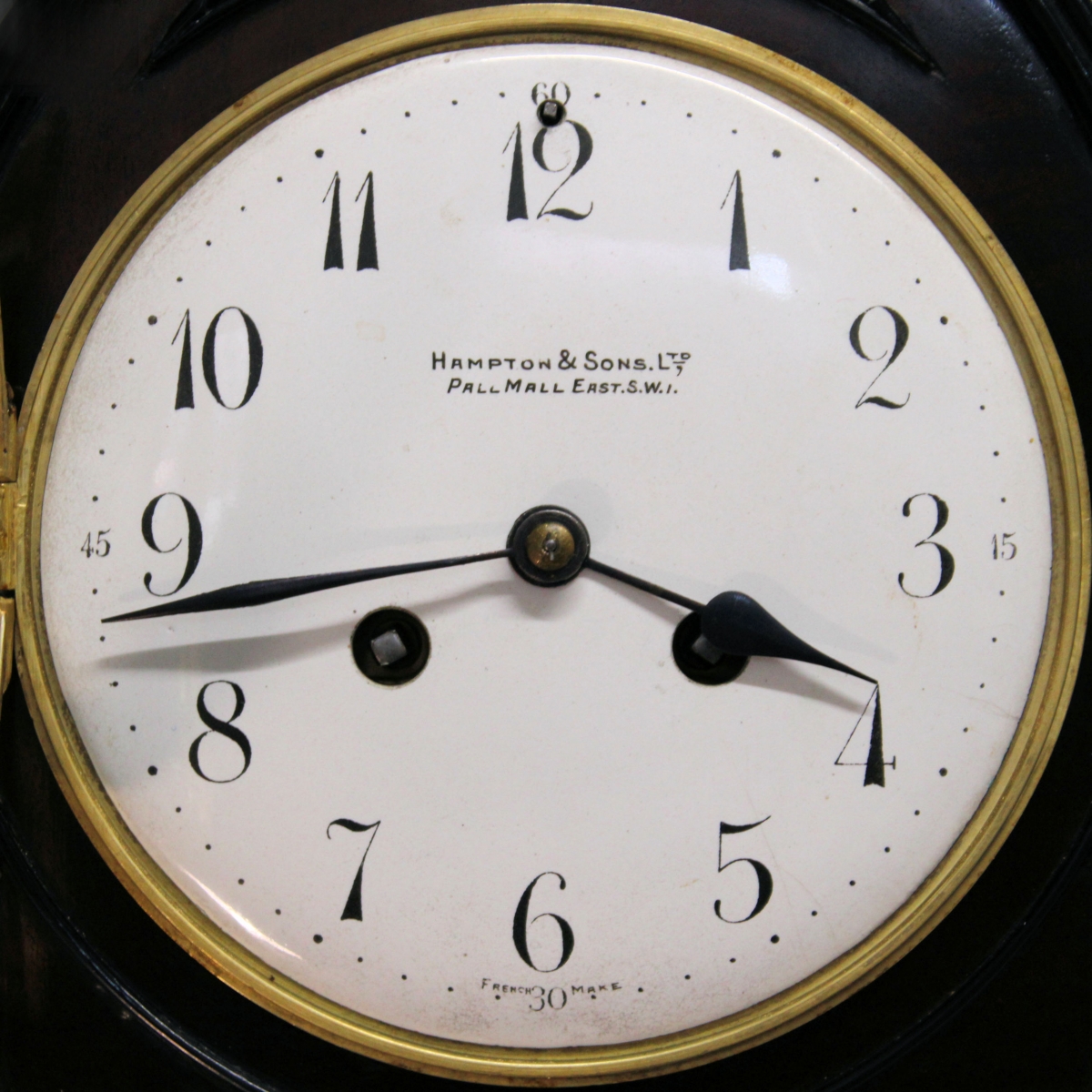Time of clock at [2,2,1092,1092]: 3:43
